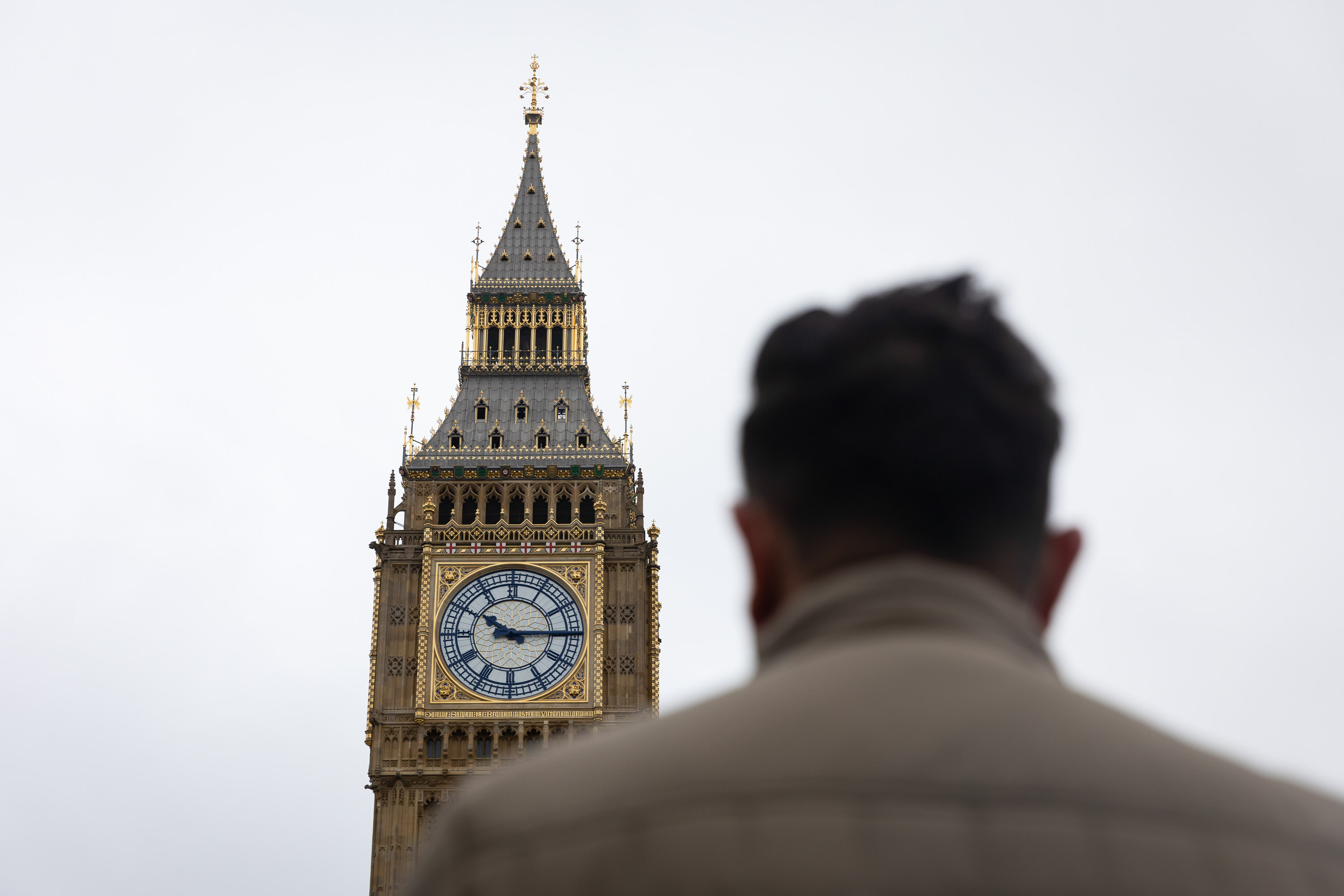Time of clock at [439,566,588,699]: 10:14
